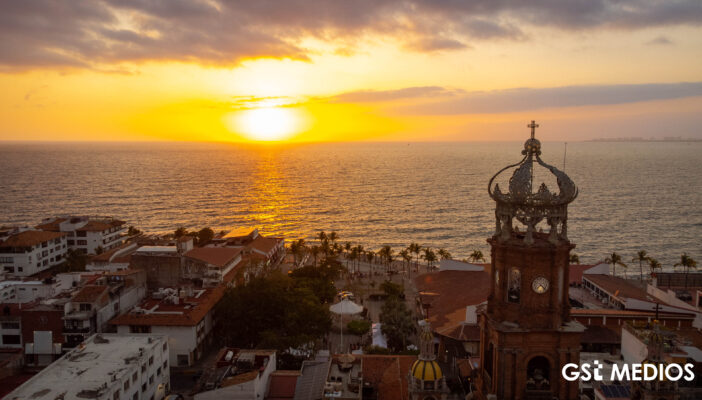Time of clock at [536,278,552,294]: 7:22
